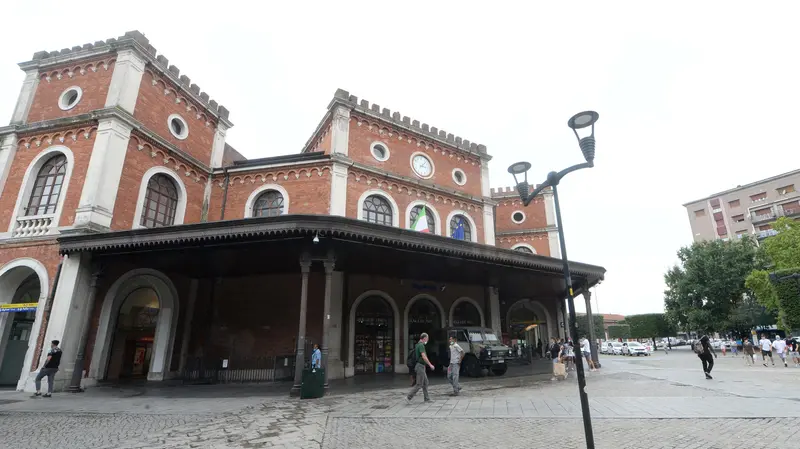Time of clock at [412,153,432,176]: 3:07
